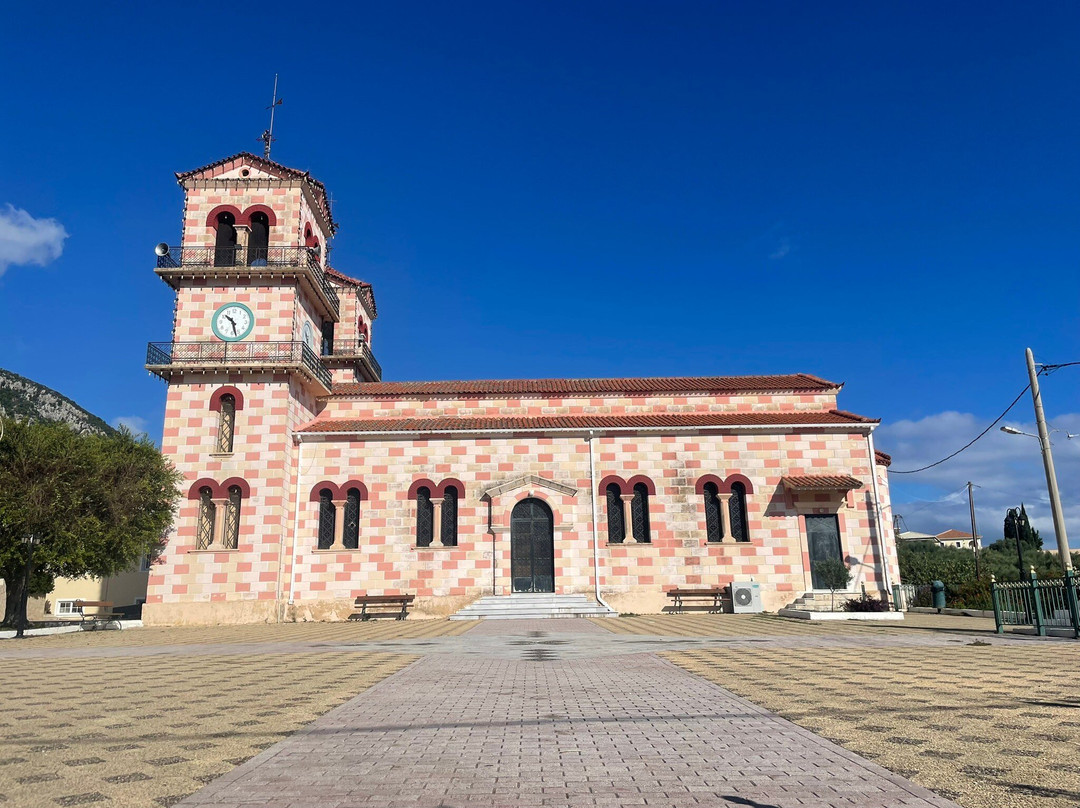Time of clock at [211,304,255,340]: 10:27
